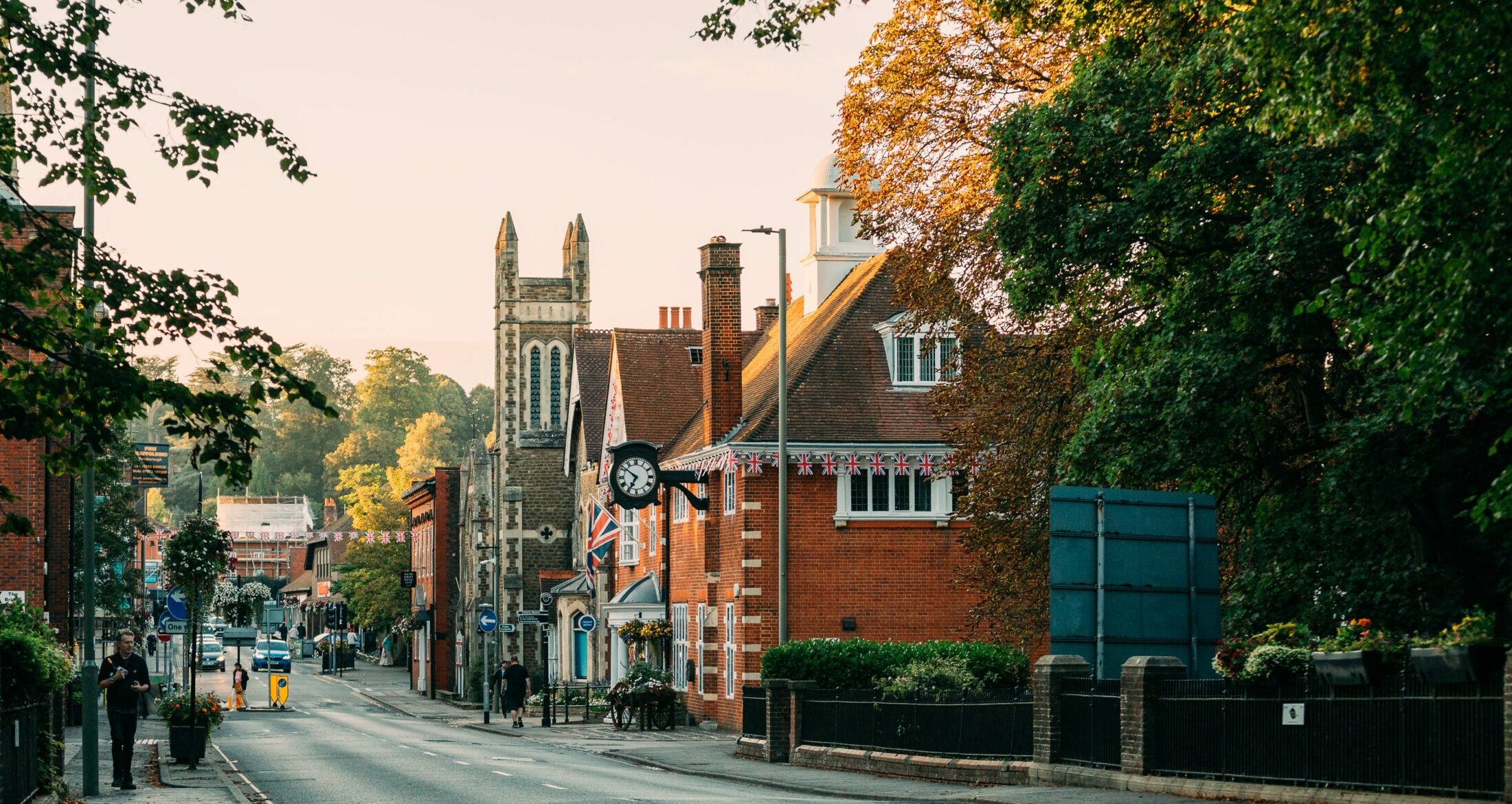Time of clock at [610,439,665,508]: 6:51
